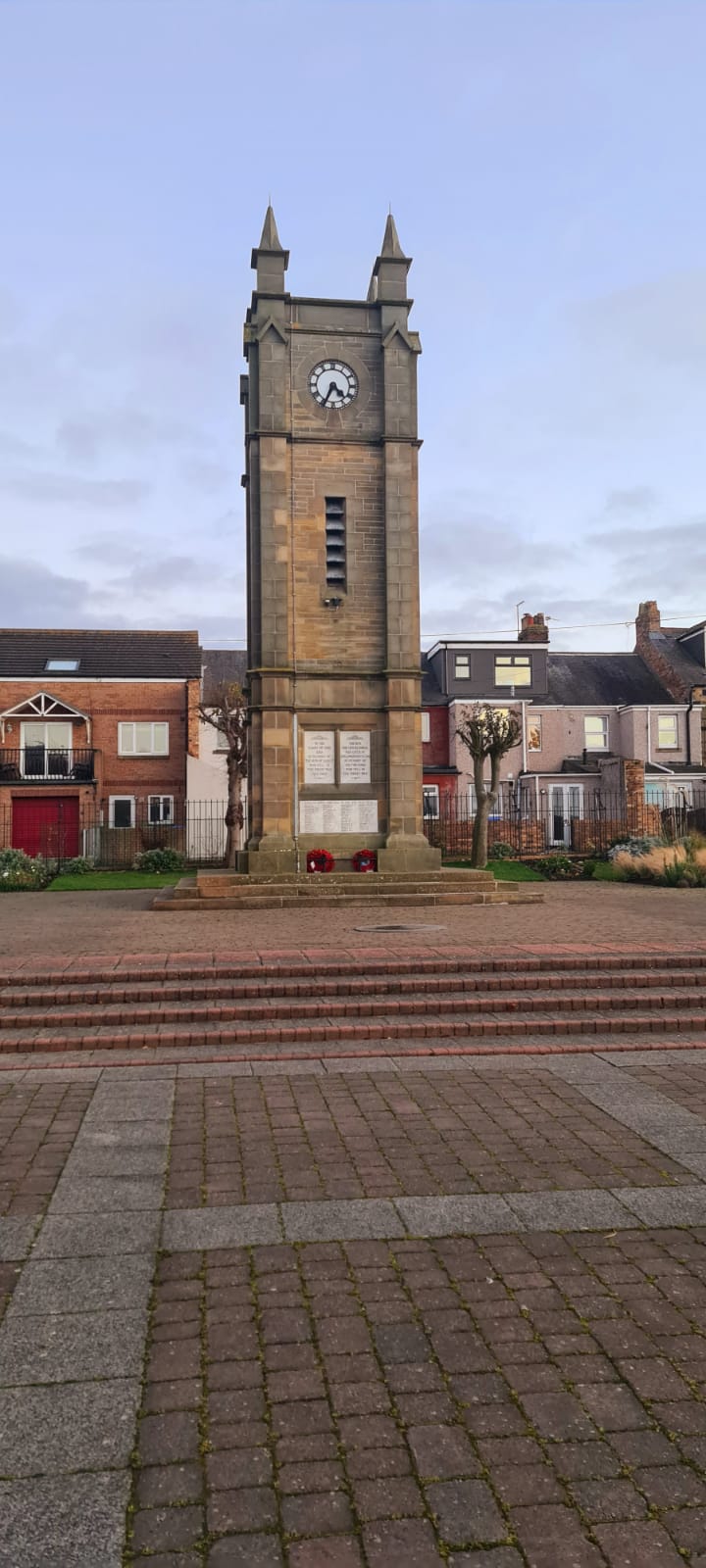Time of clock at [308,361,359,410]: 4:34
